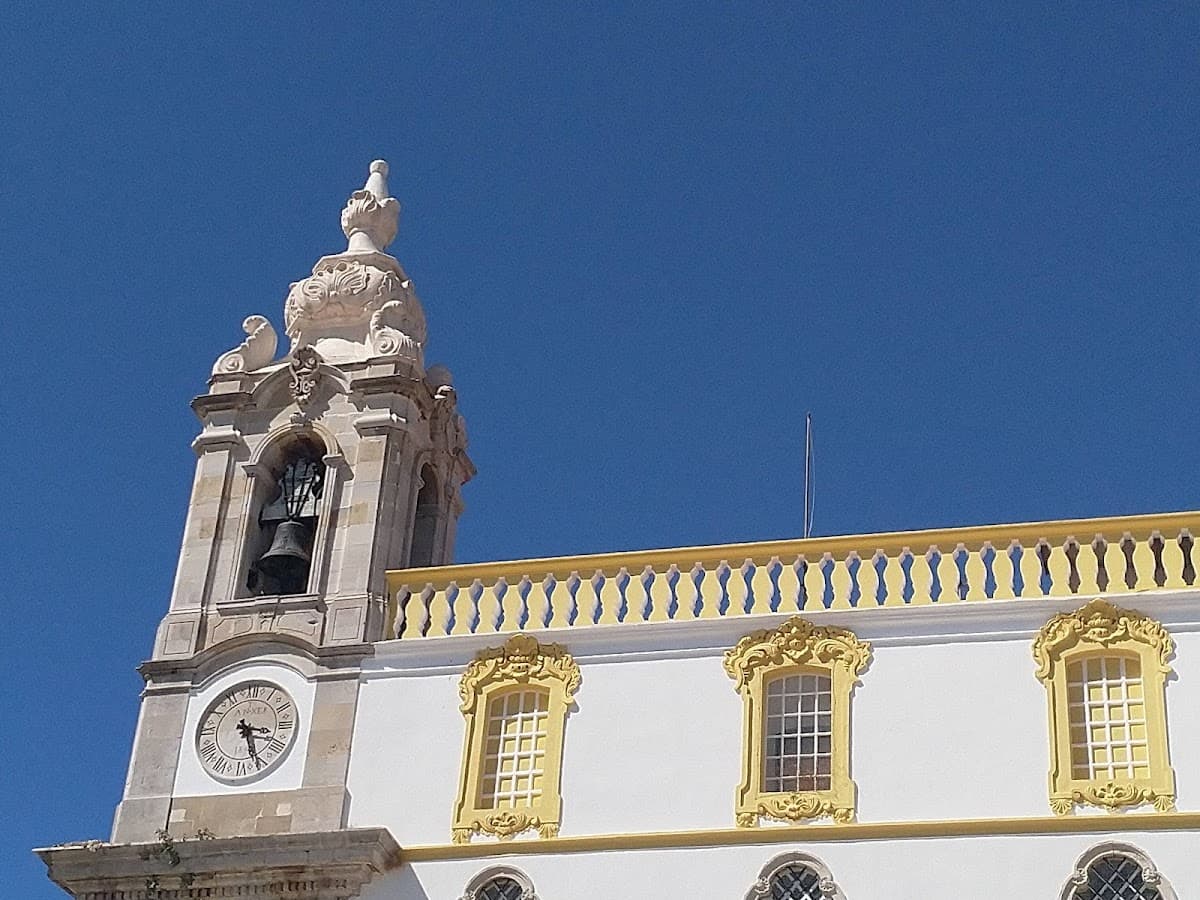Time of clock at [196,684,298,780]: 3:26
